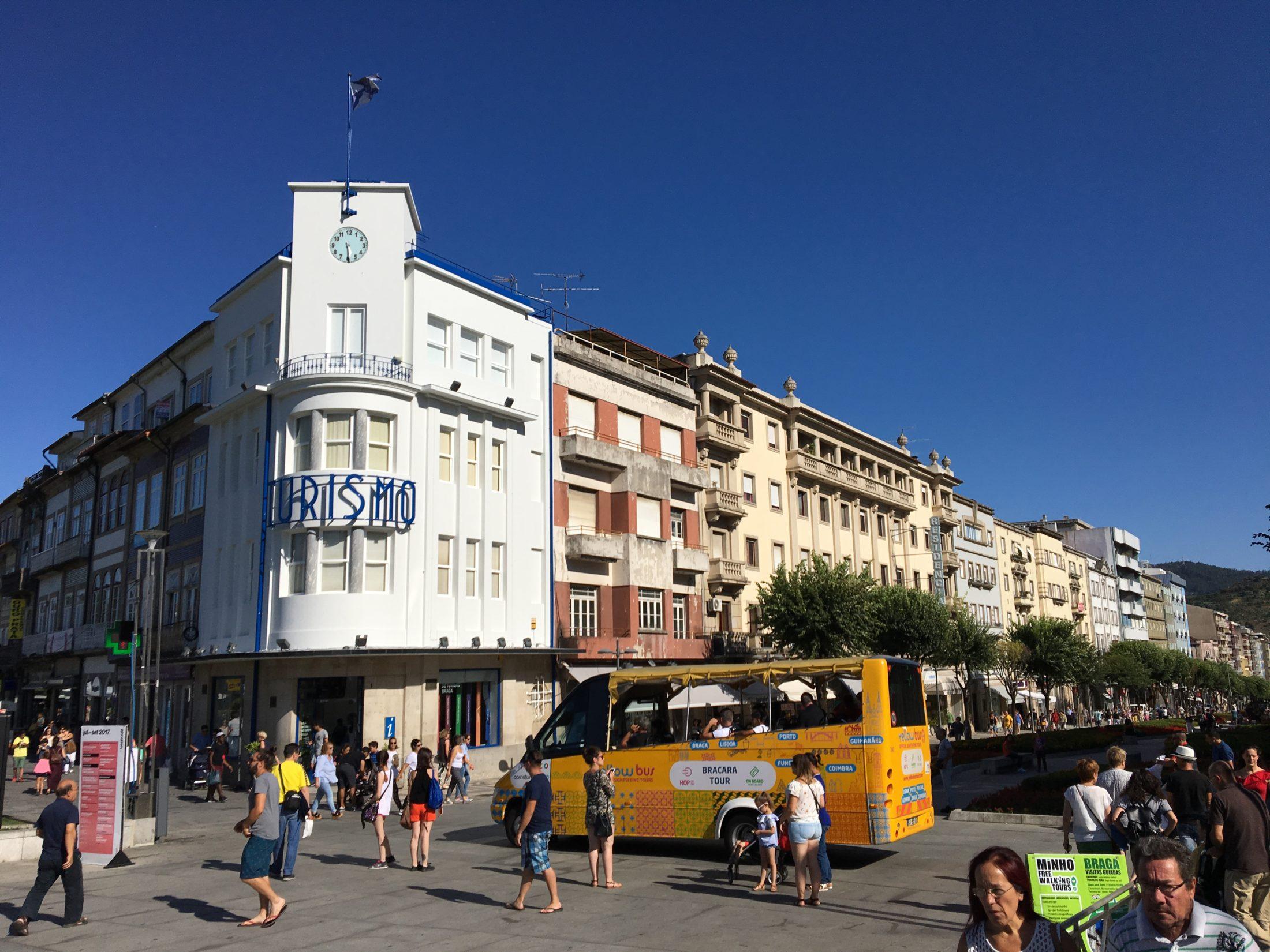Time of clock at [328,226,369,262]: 5:29
